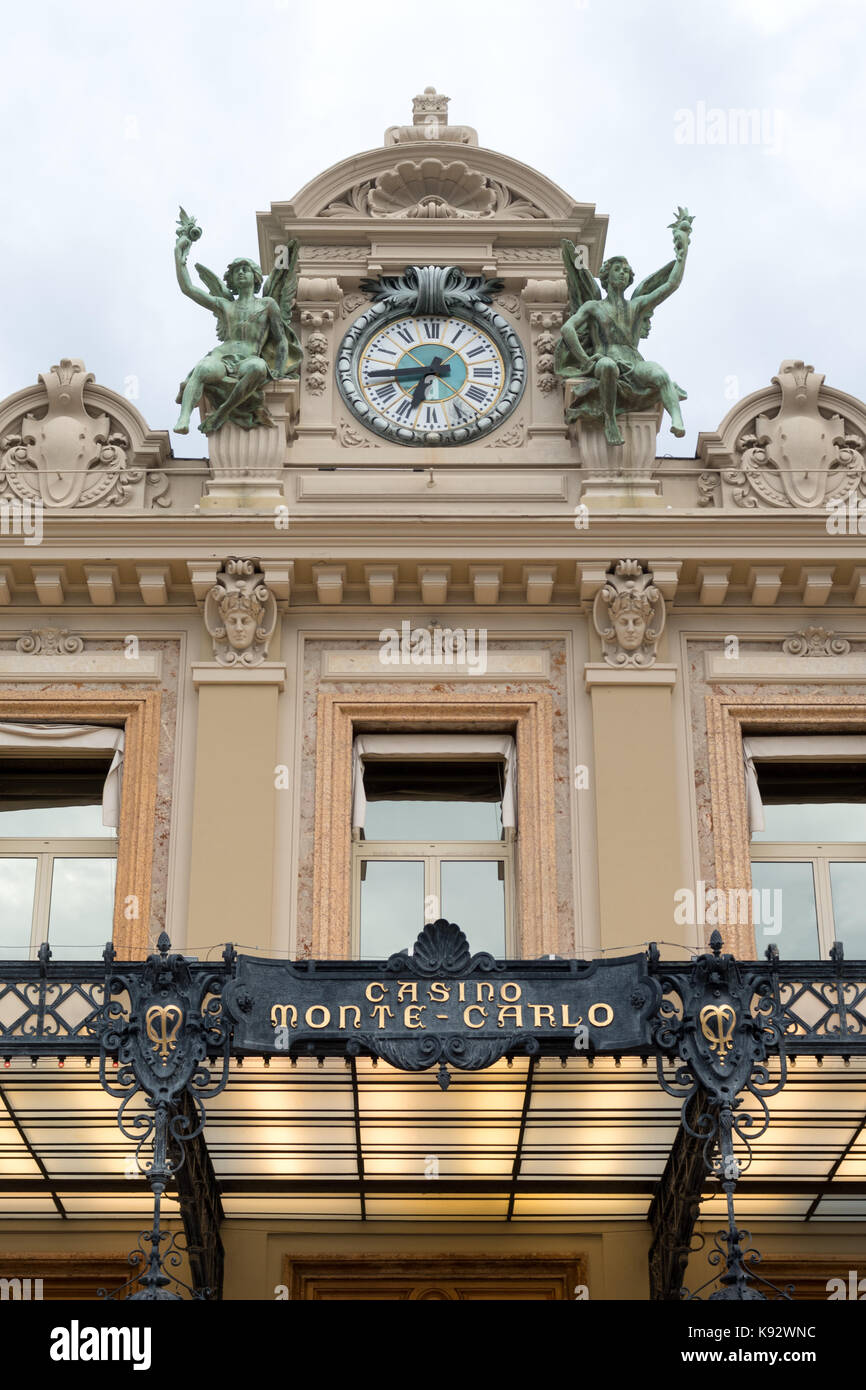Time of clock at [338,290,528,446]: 6:43
